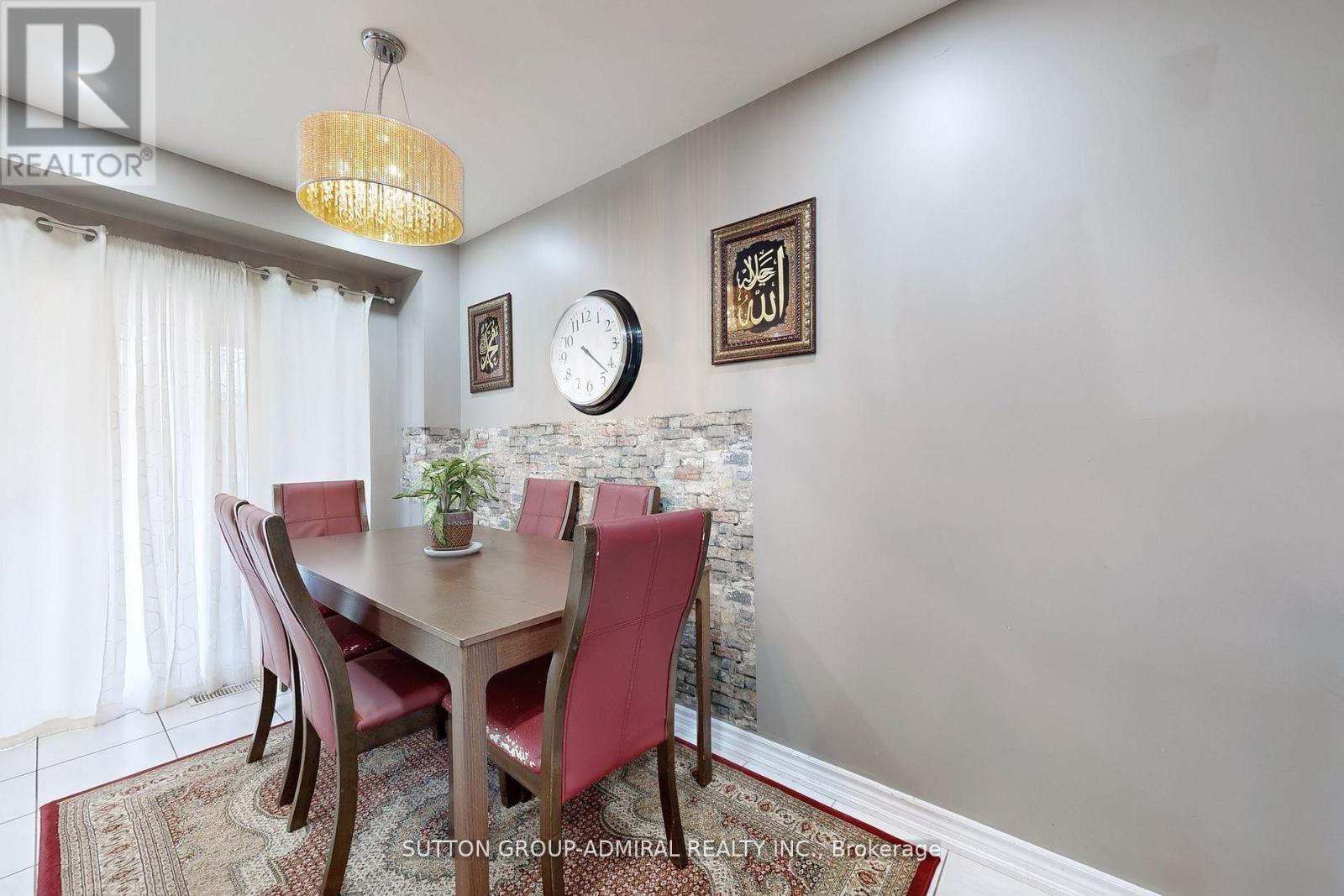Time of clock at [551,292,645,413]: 4:22
